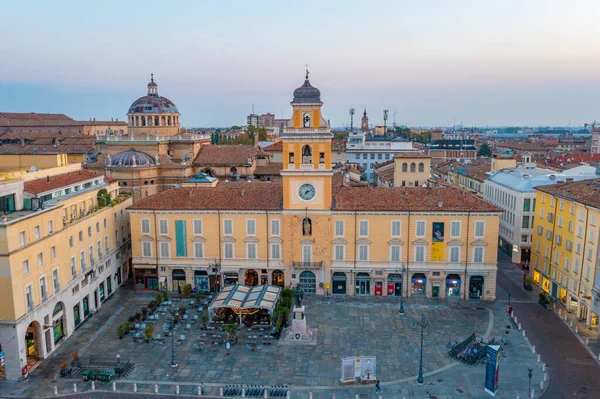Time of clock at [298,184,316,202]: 7:11
